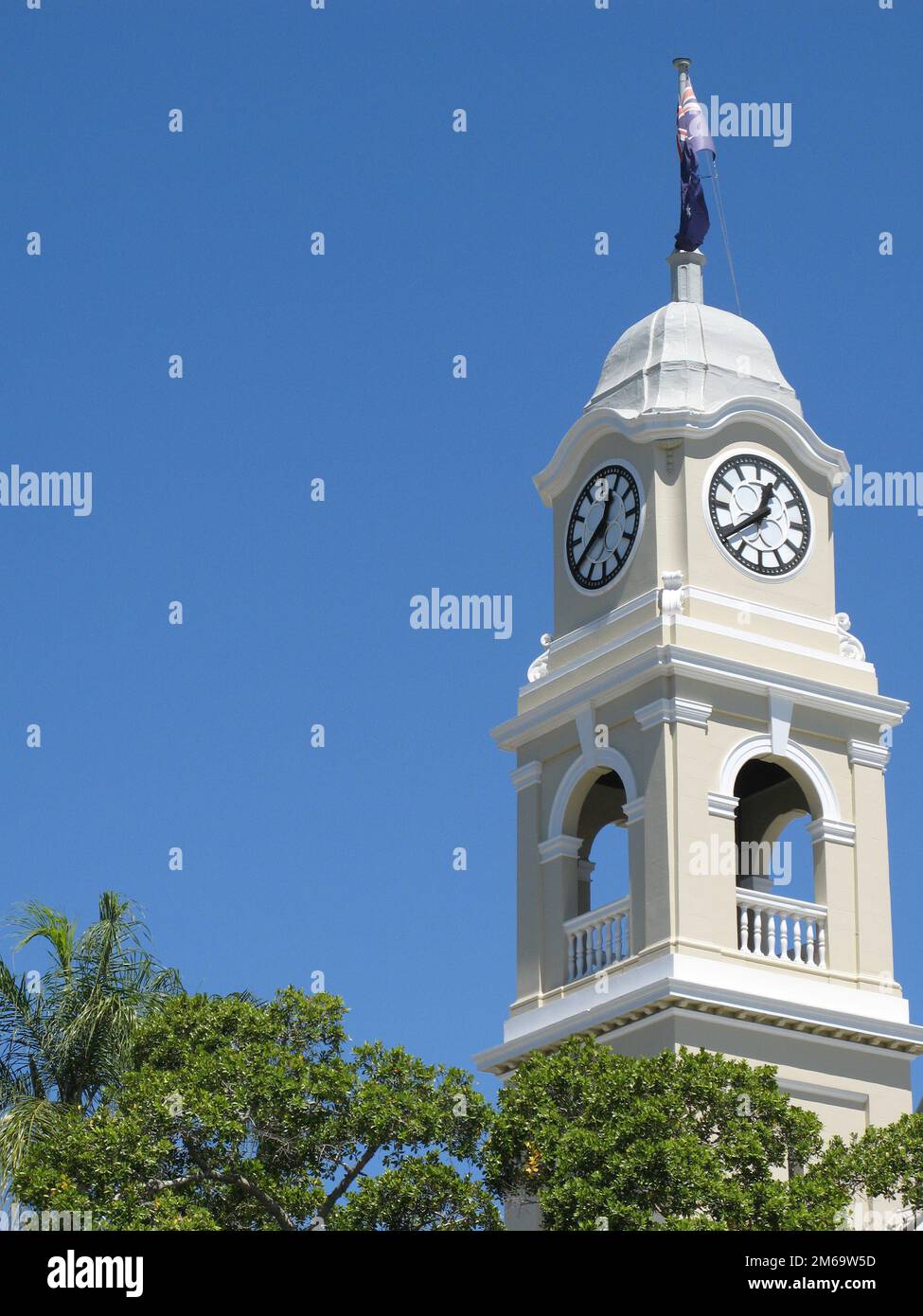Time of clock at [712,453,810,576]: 12:38
